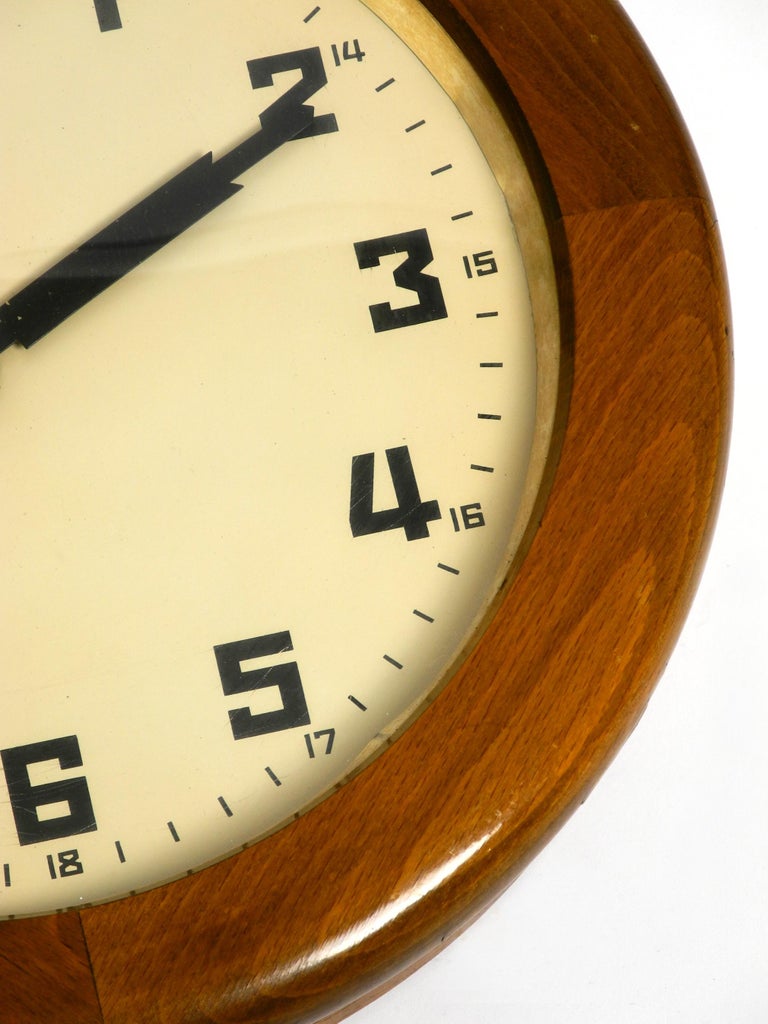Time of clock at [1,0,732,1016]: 2:10
